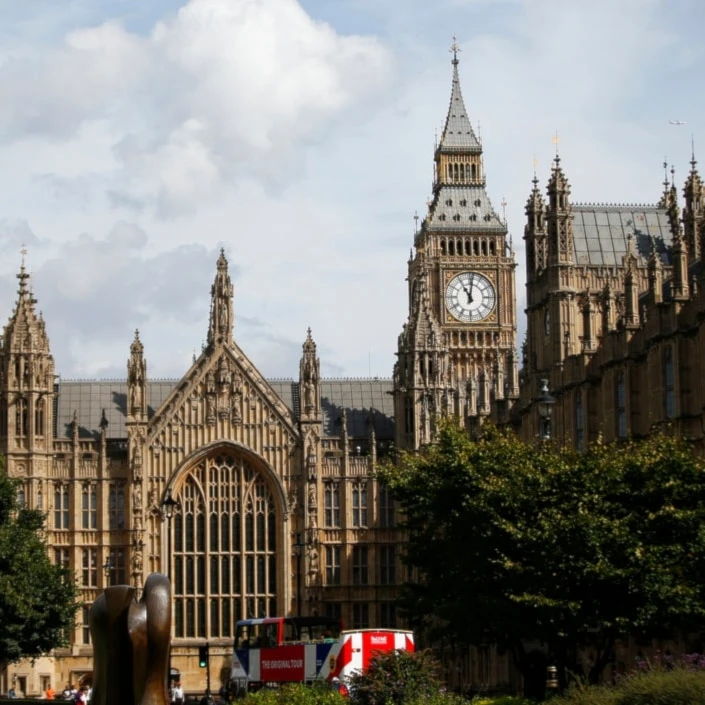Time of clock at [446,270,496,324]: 11:01
